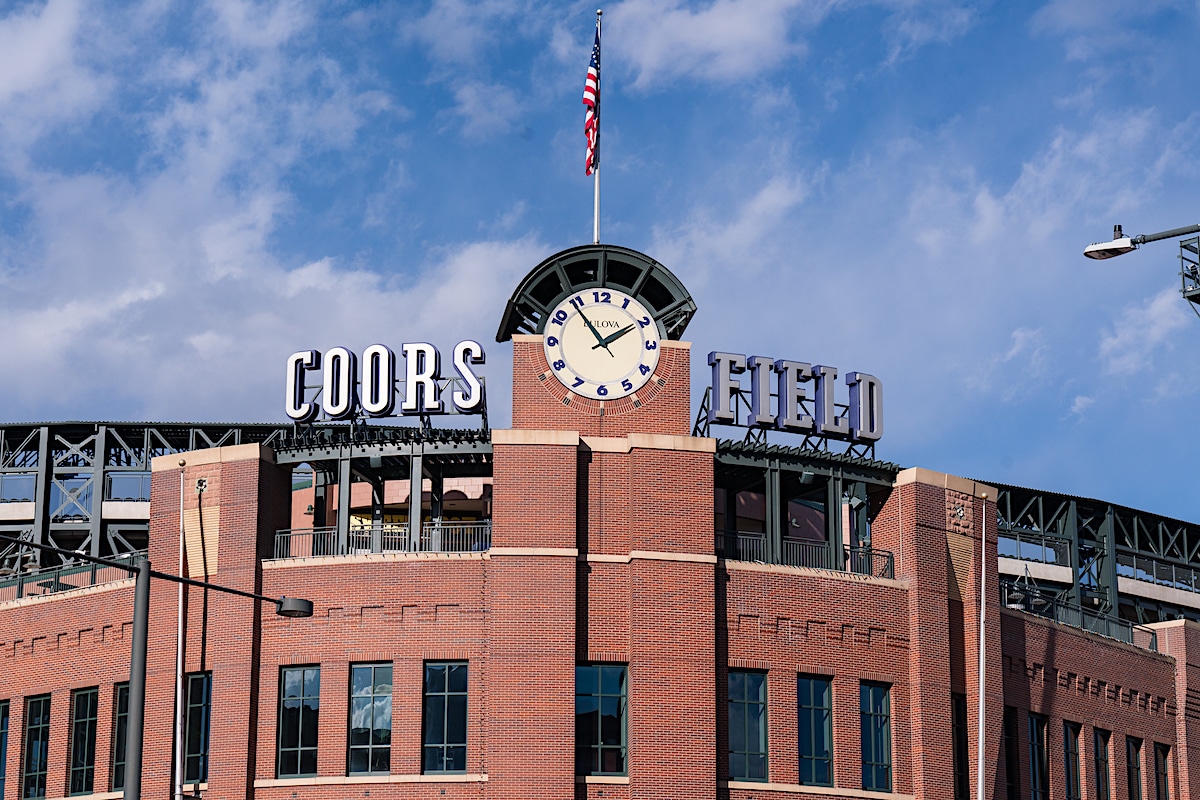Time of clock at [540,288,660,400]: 1:54
